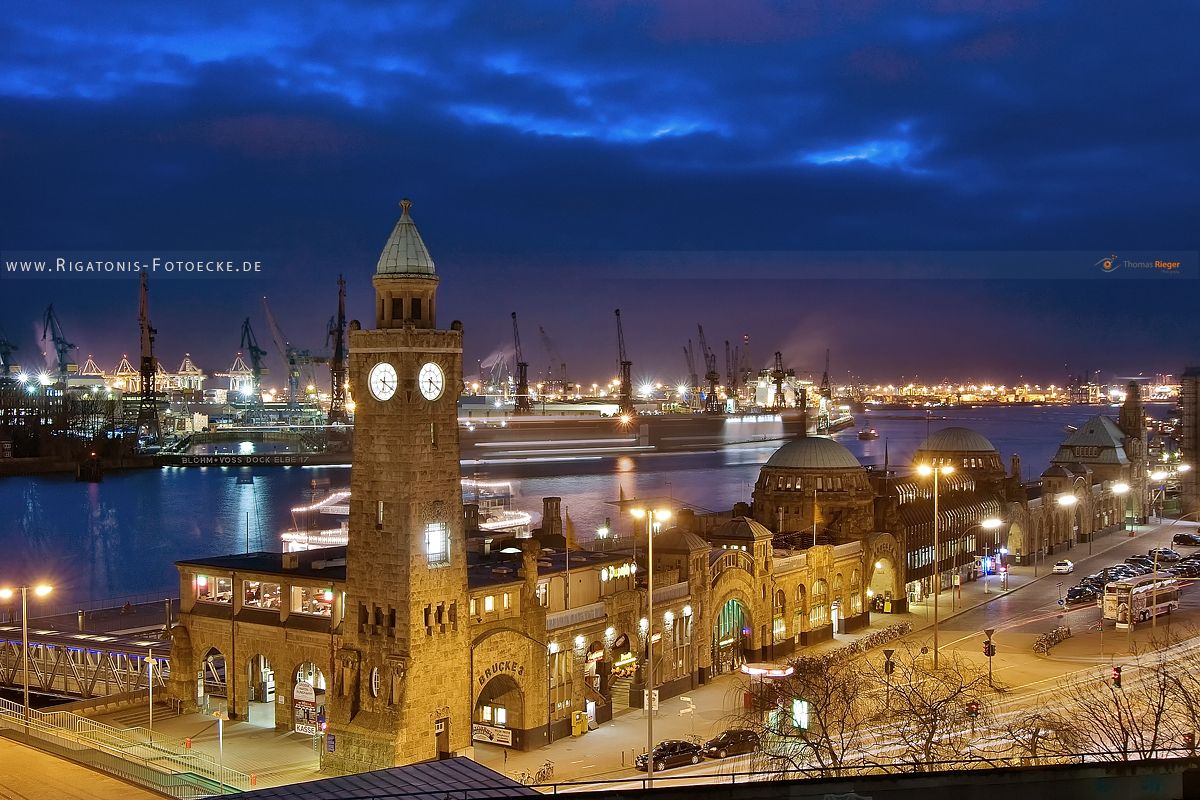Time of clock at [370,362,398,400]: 6:20
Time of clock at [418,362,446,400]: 6:20
